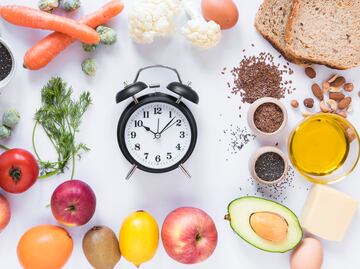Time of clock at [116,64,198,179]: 10:07
